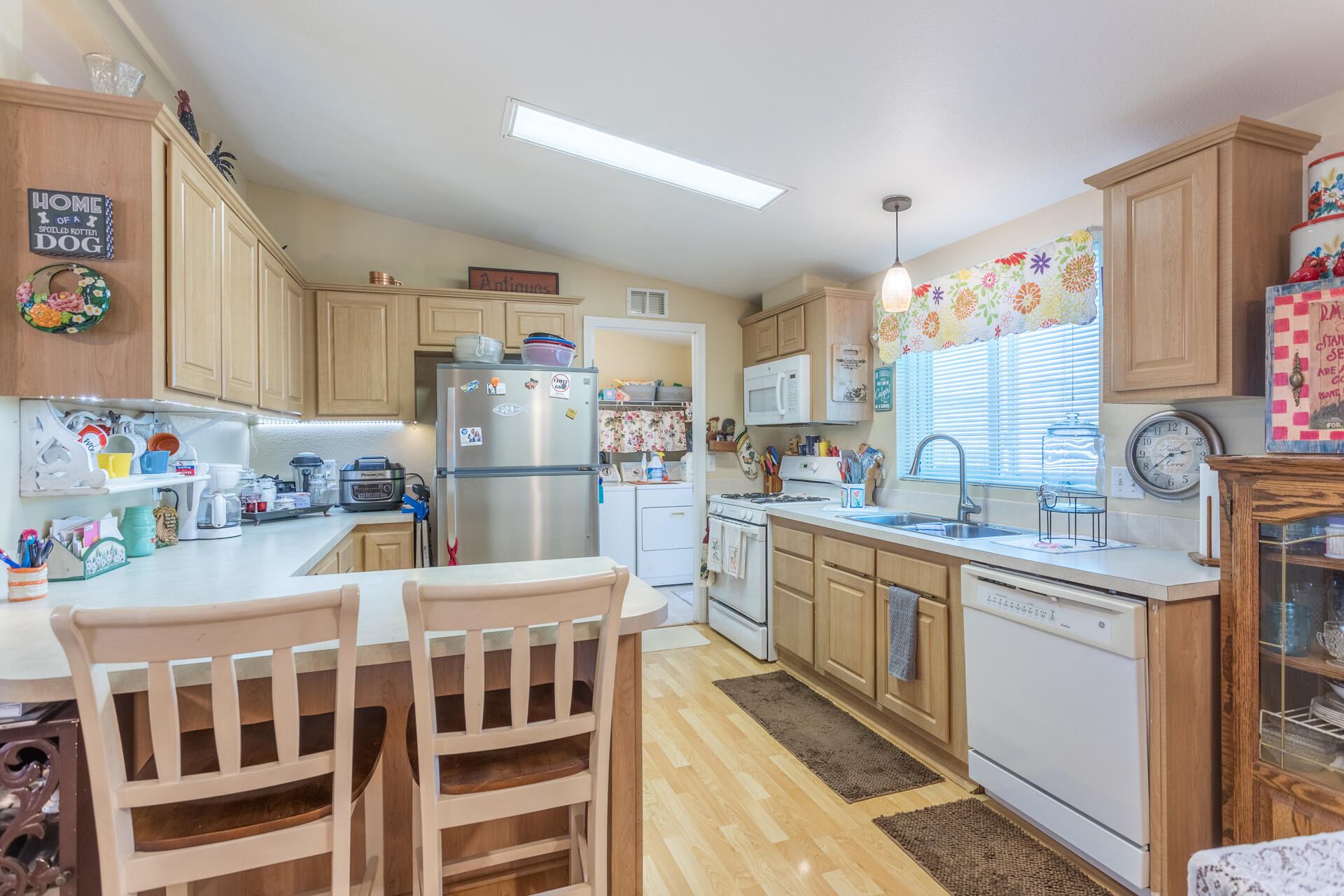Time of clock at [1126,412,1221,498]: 2:38
